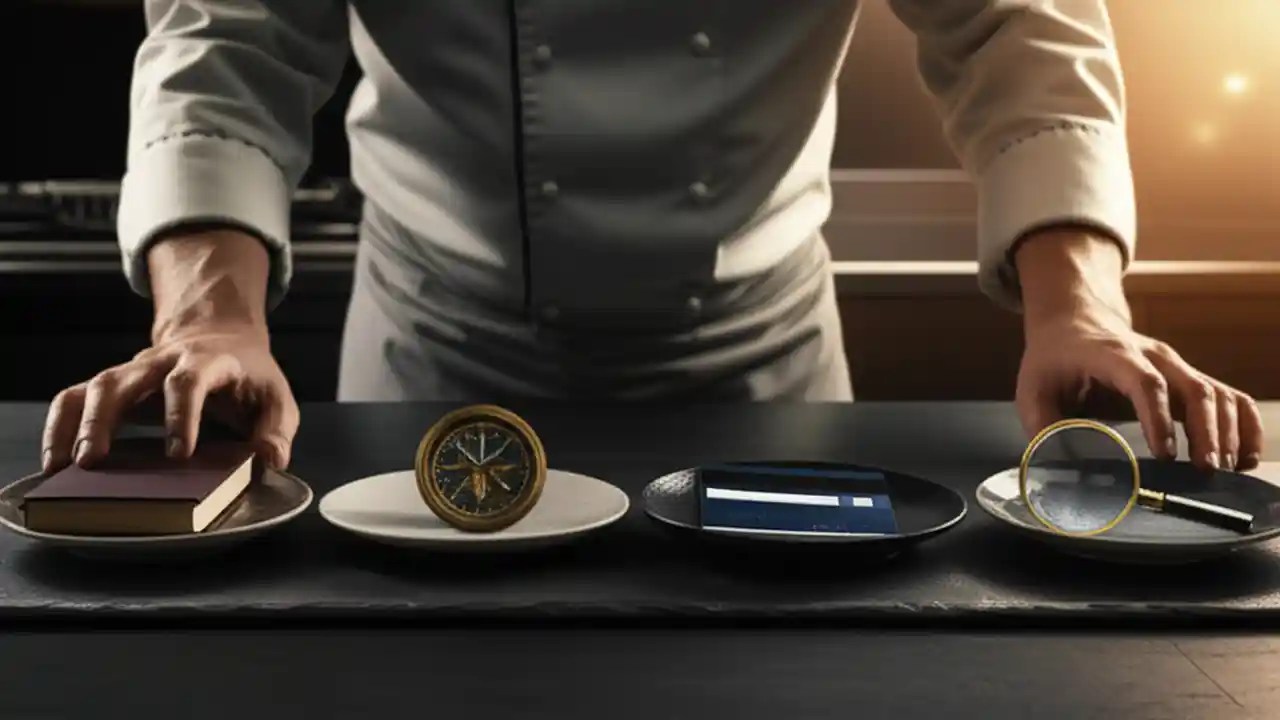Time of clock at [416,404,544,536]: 10:07
